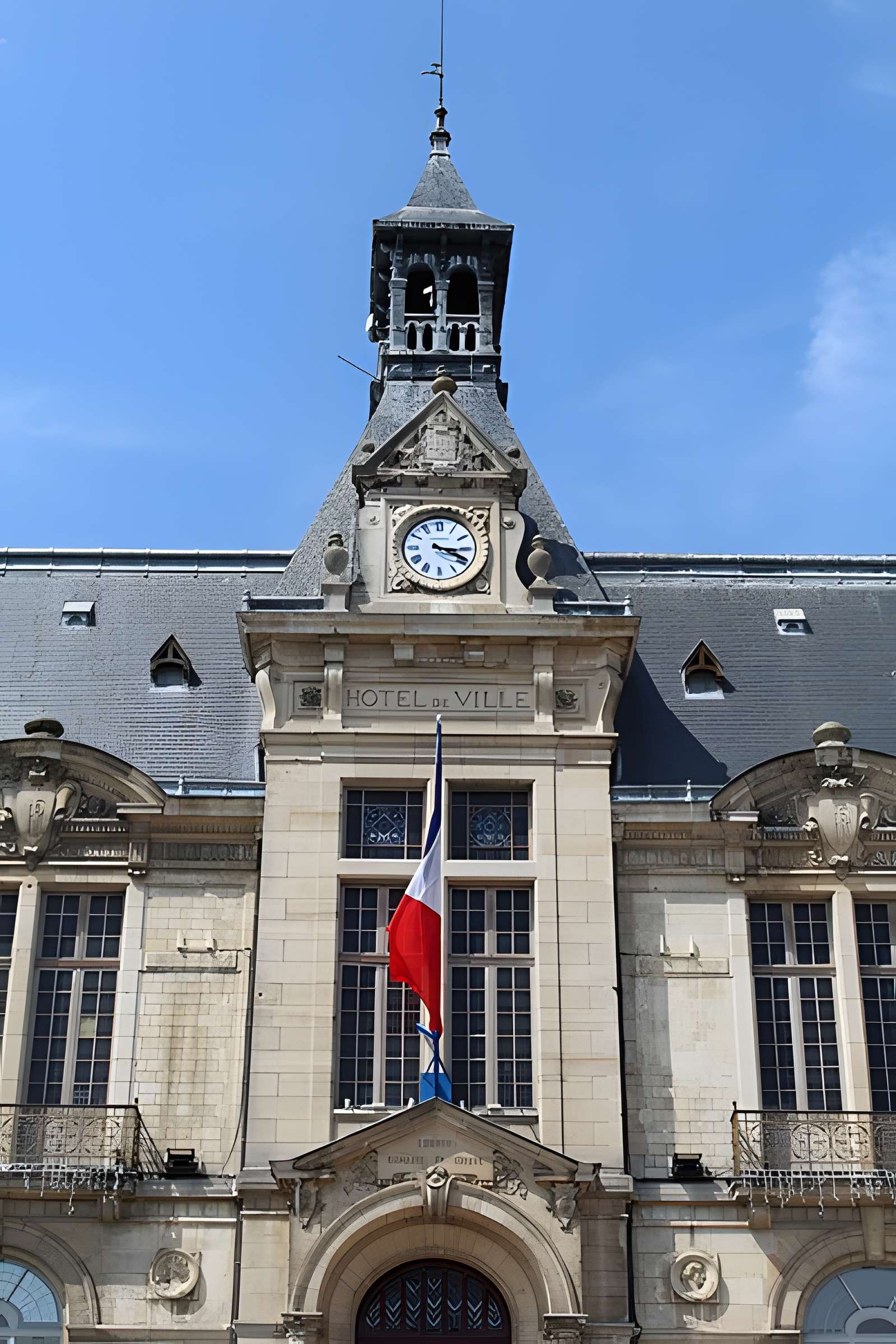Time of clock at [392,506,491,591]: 3:19
